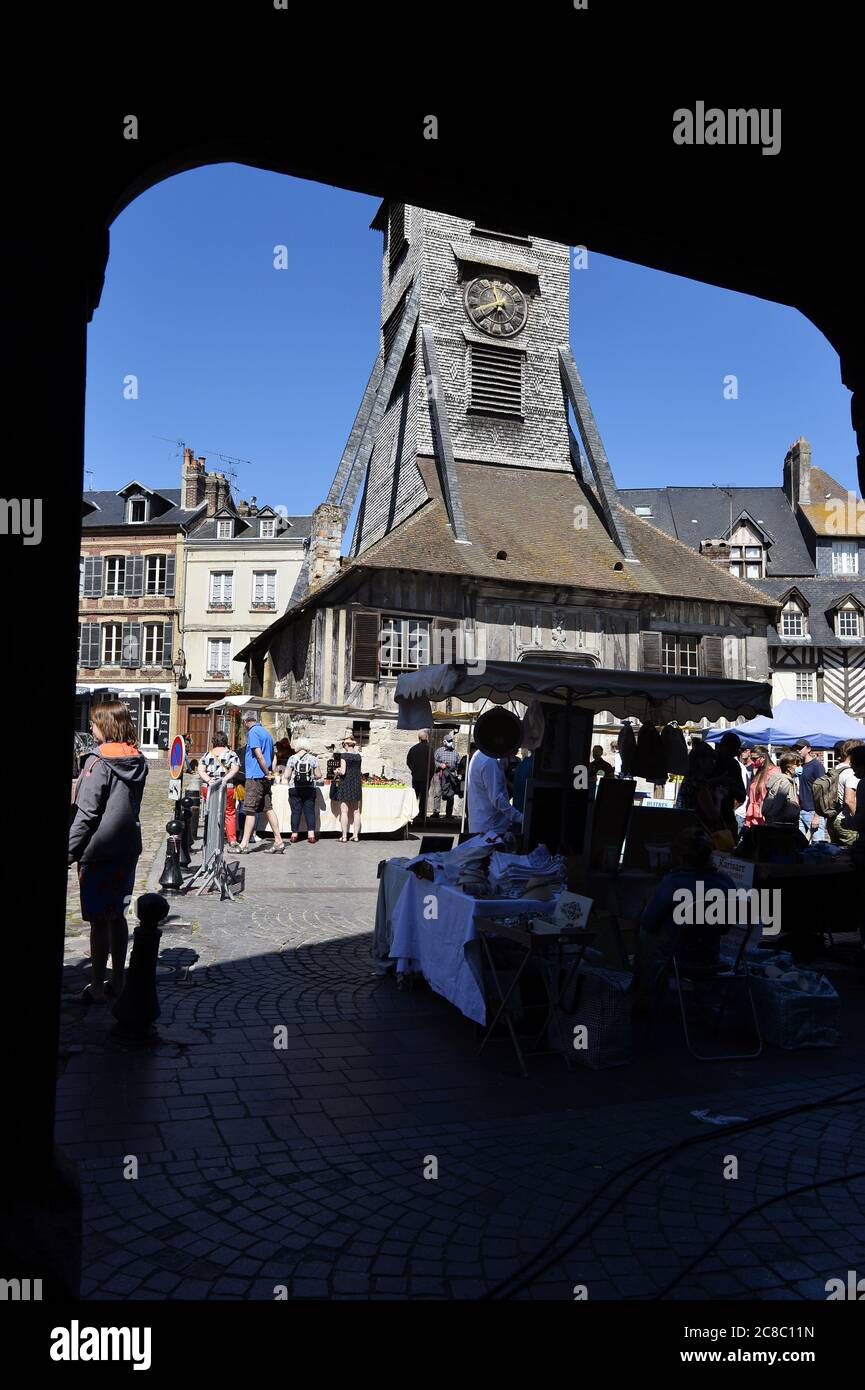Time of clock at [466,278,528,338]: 11:38
